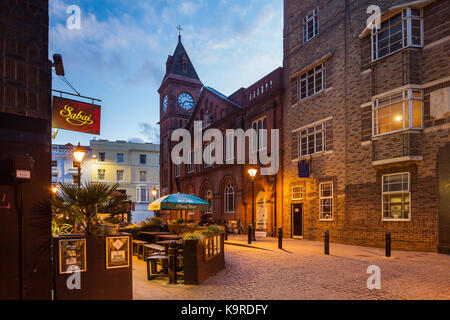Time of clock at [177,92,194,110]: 7:15
